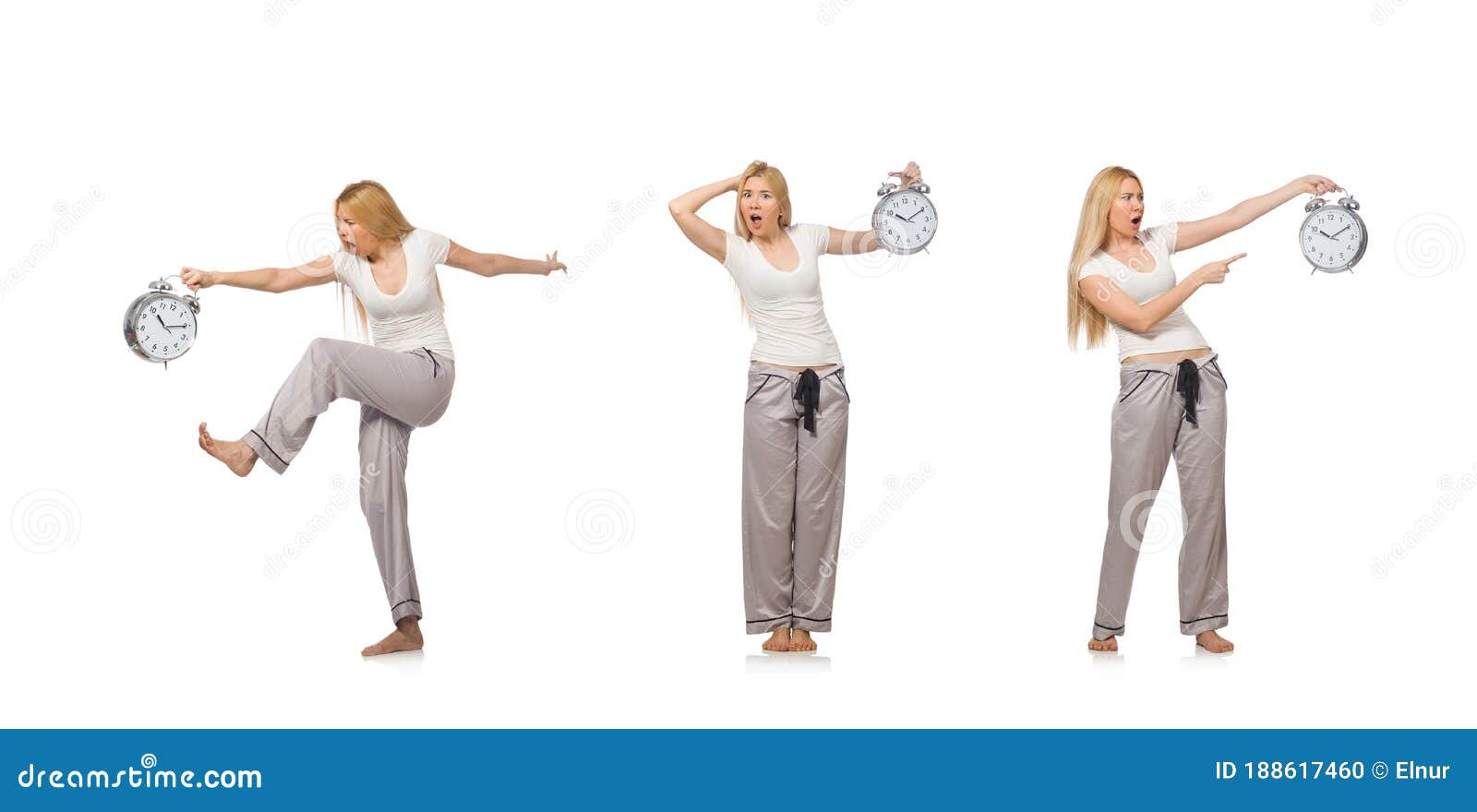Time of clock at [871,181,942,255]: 10:10
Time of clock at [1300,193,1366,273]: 10:10
